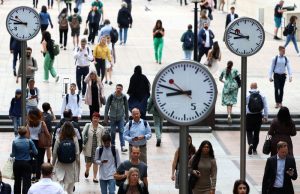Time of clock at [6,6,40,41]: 8:47
